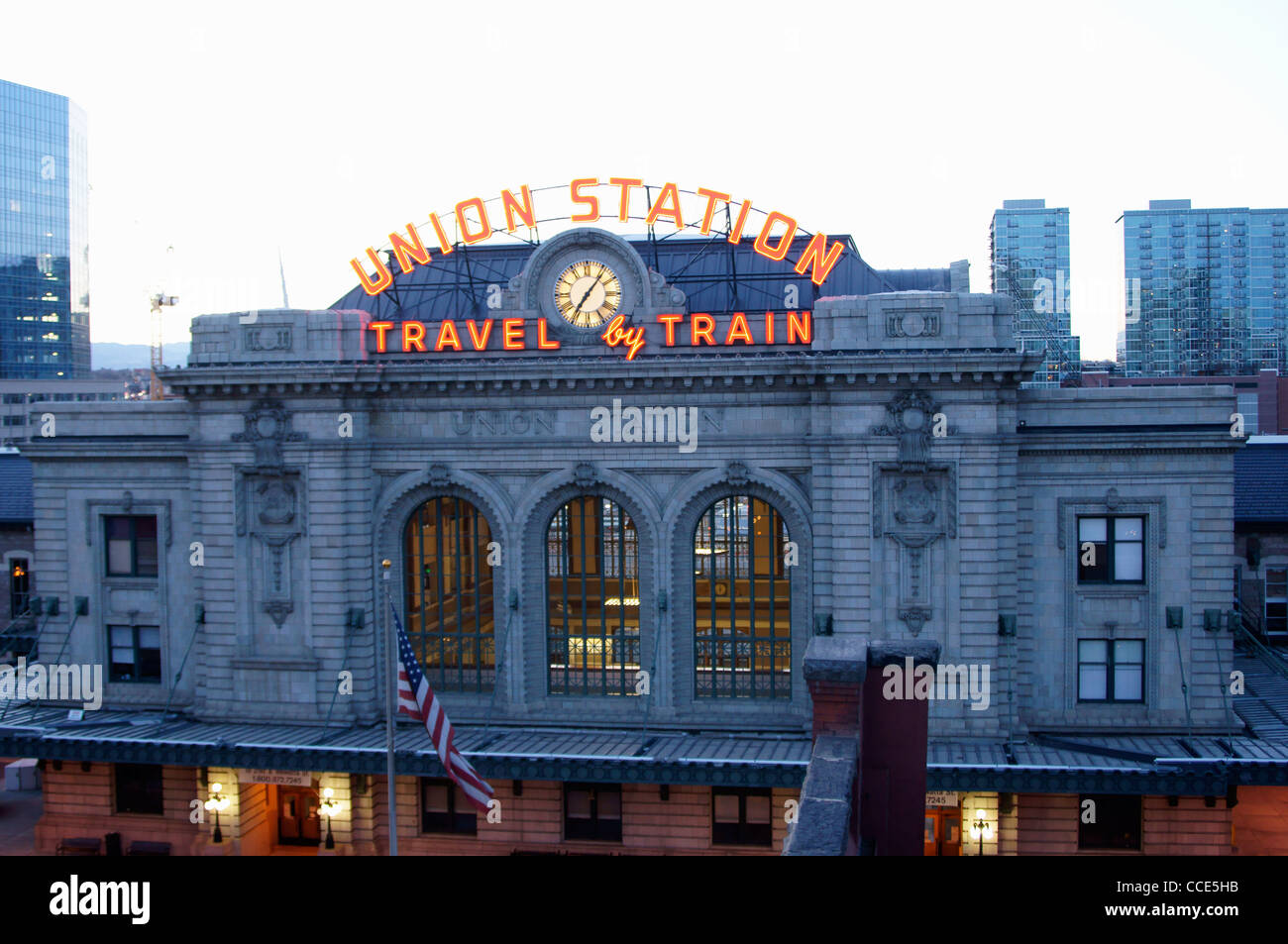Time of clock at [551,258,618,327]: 7:06
